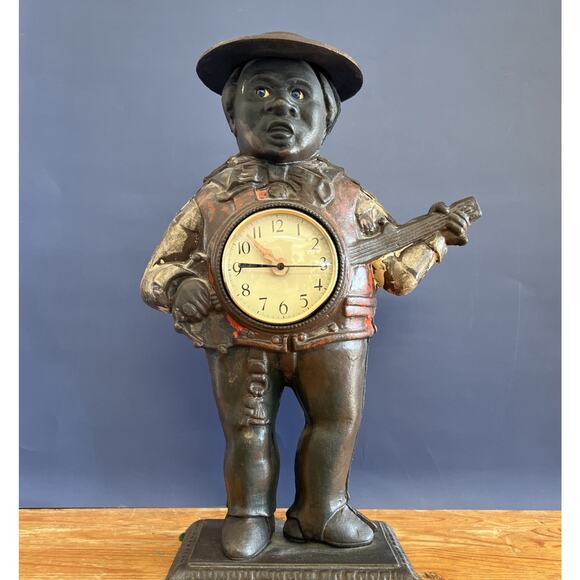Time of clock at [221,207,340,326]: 9:15
